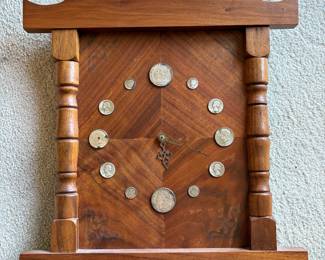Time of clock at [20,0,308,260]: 5:44
